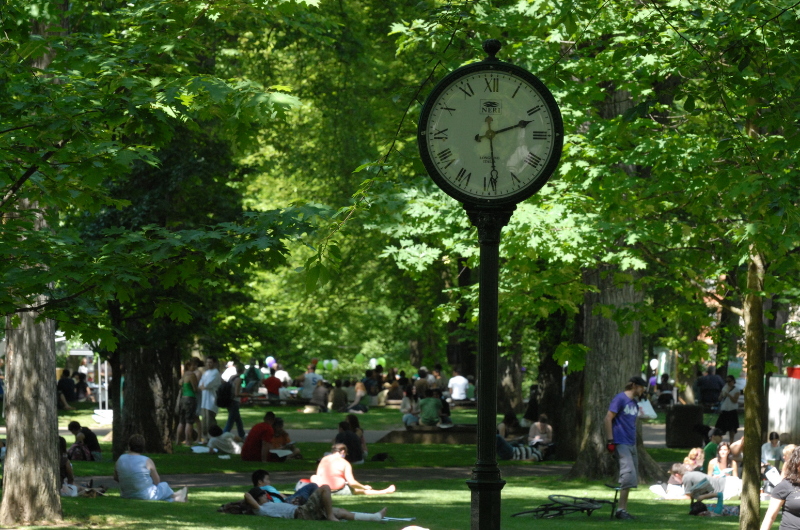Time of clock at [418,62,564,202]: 2:29
